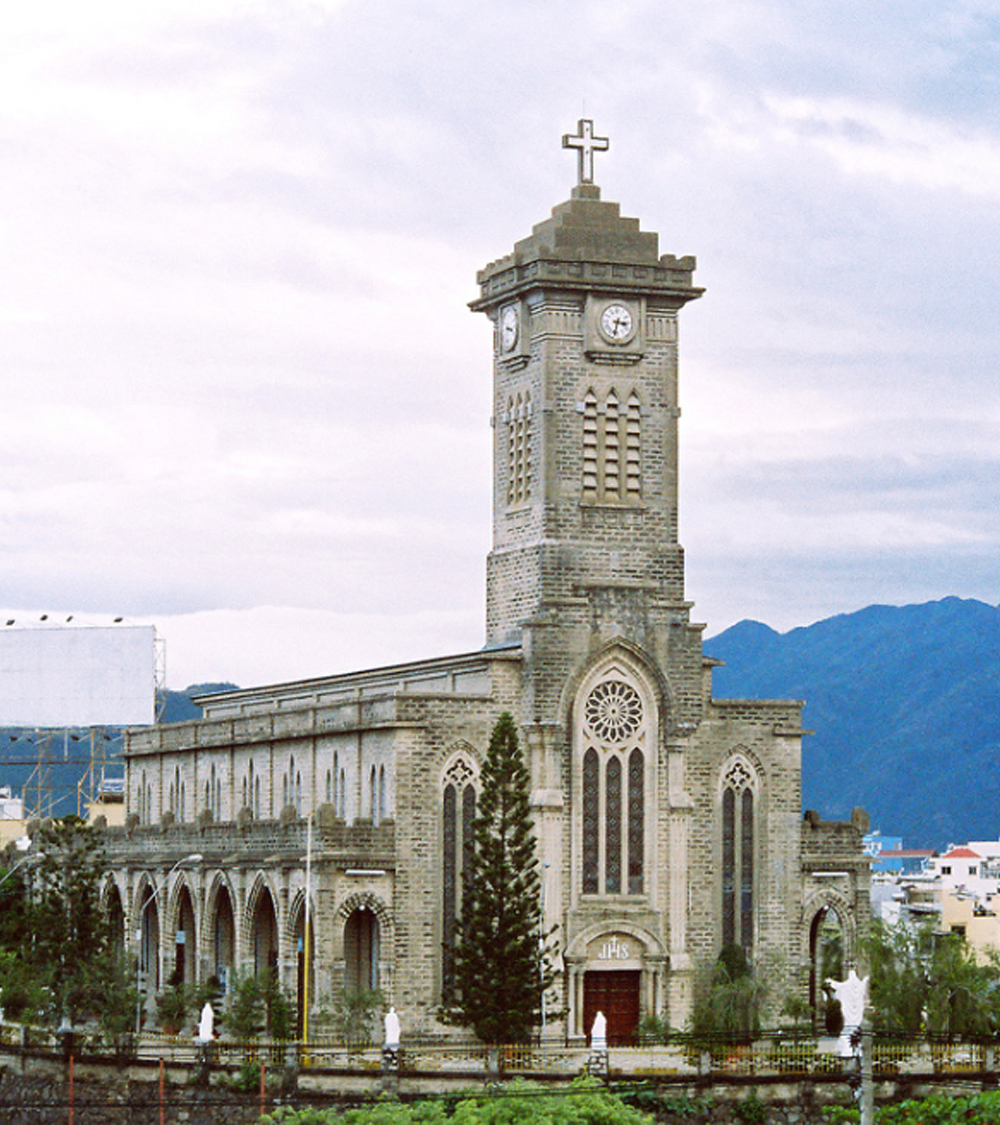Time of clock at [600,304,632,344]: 3:32
